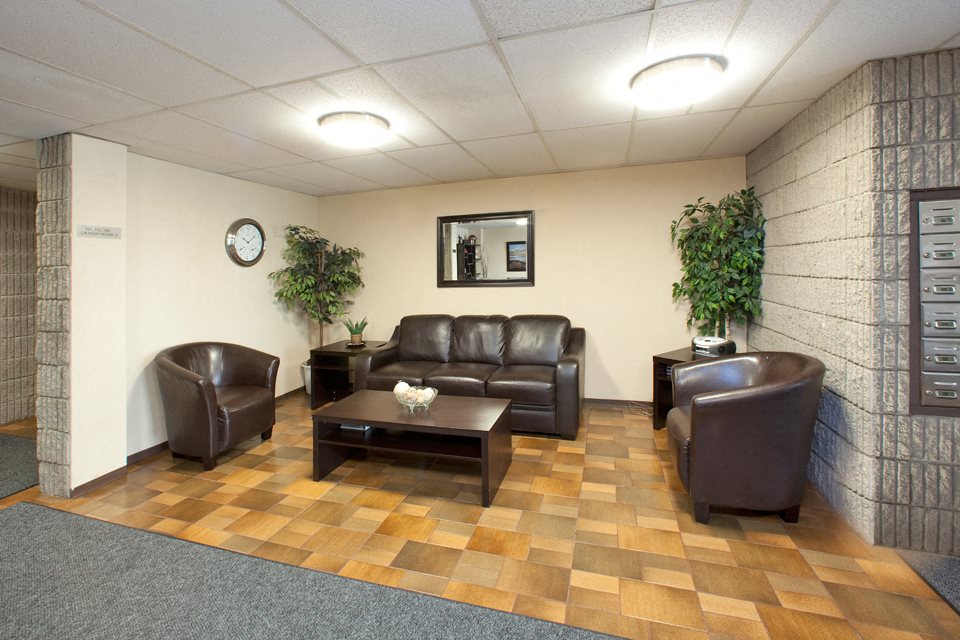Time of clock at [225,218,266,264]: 10:07
